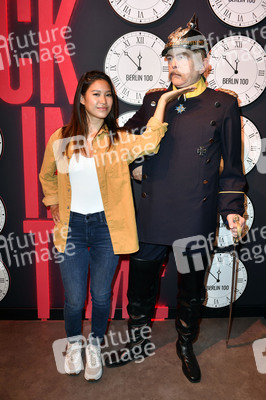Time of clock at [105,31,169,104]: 11:52
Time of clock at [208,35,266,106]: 11:52
